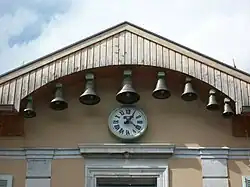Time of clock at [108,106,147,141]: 1:21
